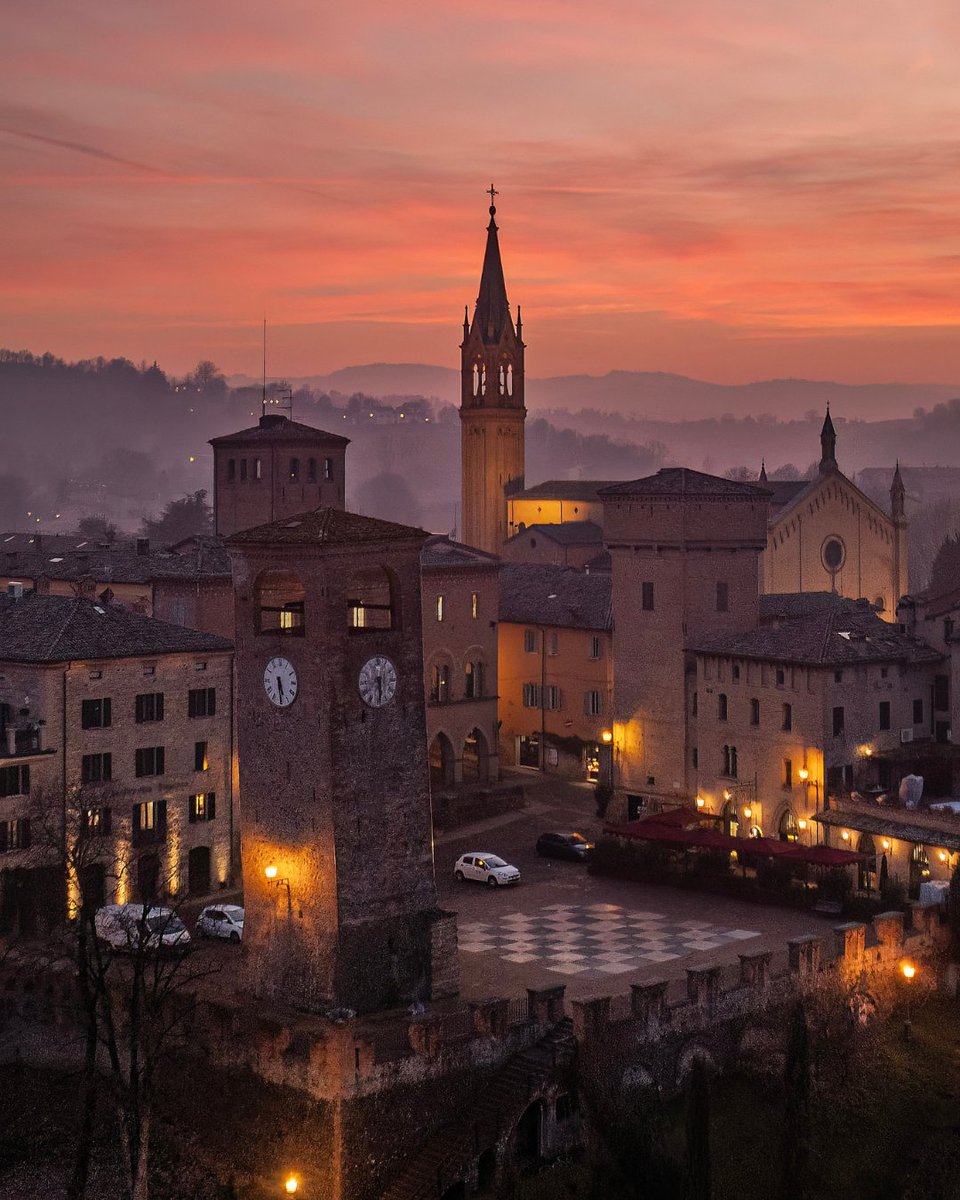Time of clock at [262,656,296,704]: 5:29
